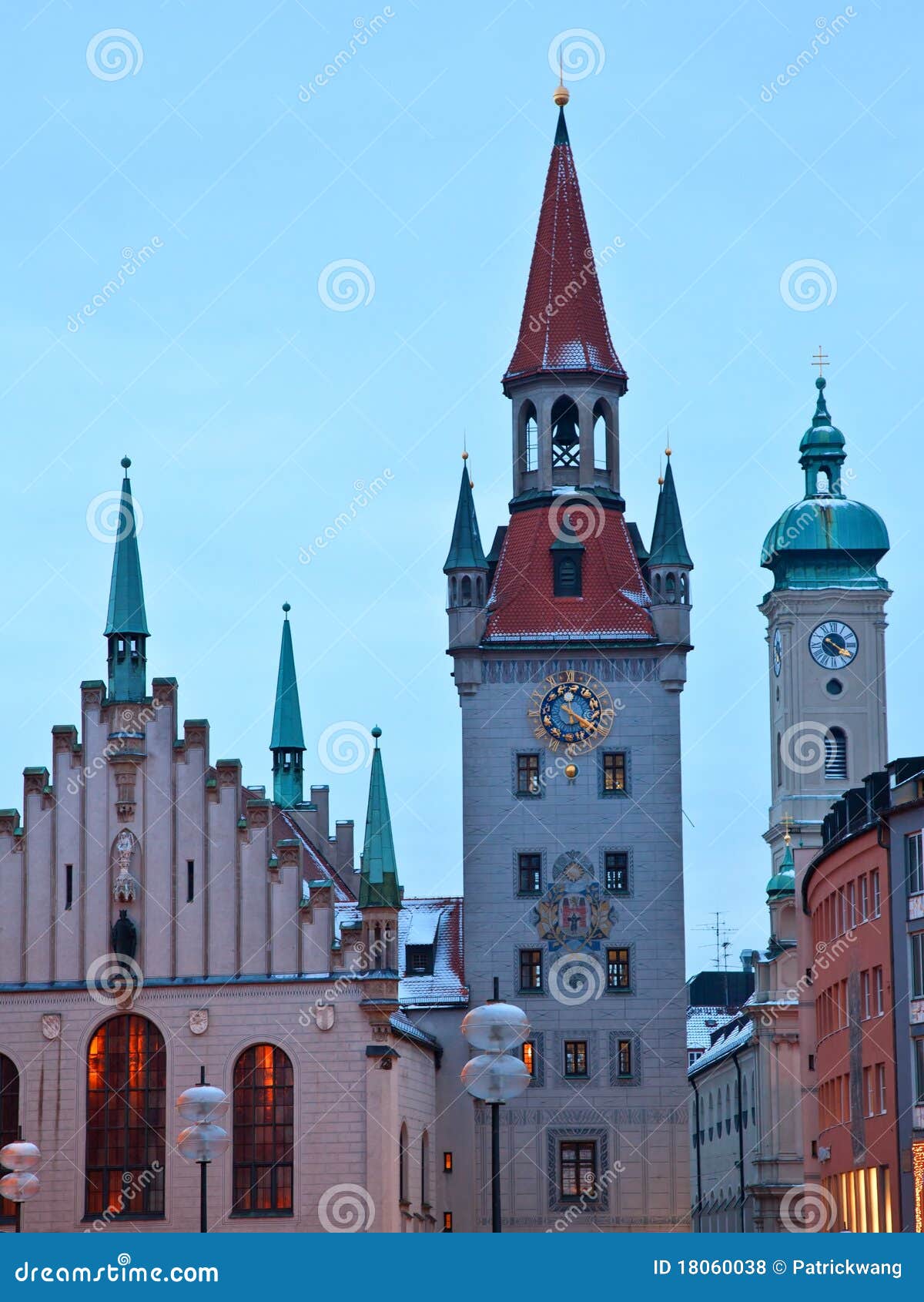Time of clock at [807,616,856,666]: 10:20
